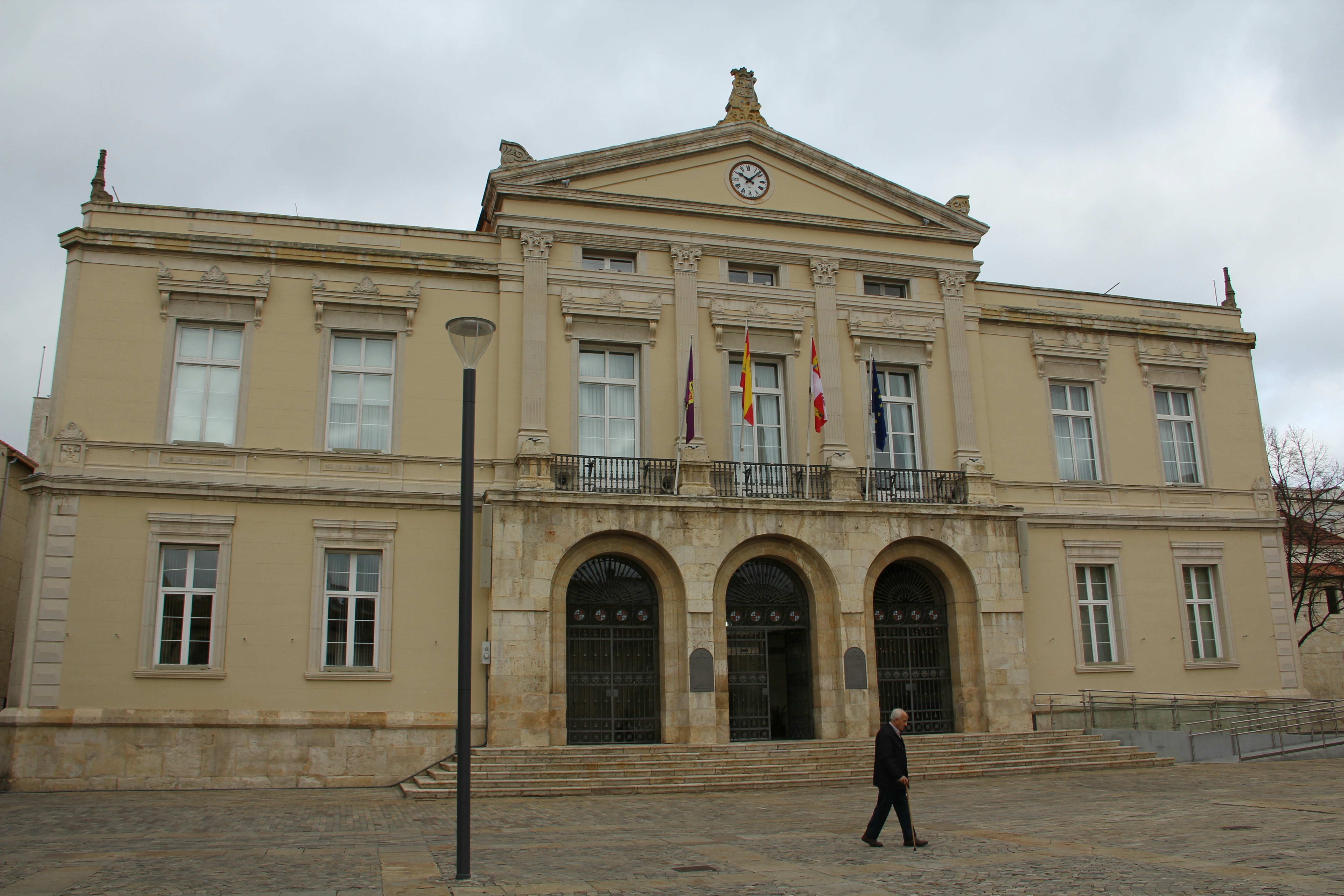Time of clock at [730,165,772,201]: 10:07
